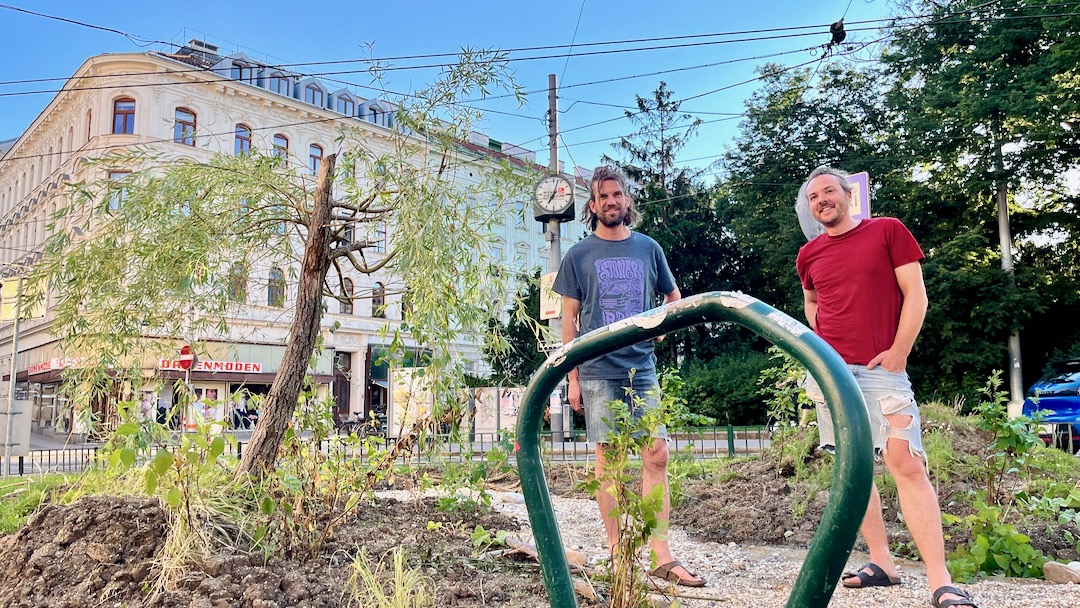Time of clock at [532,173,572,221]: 7:02
